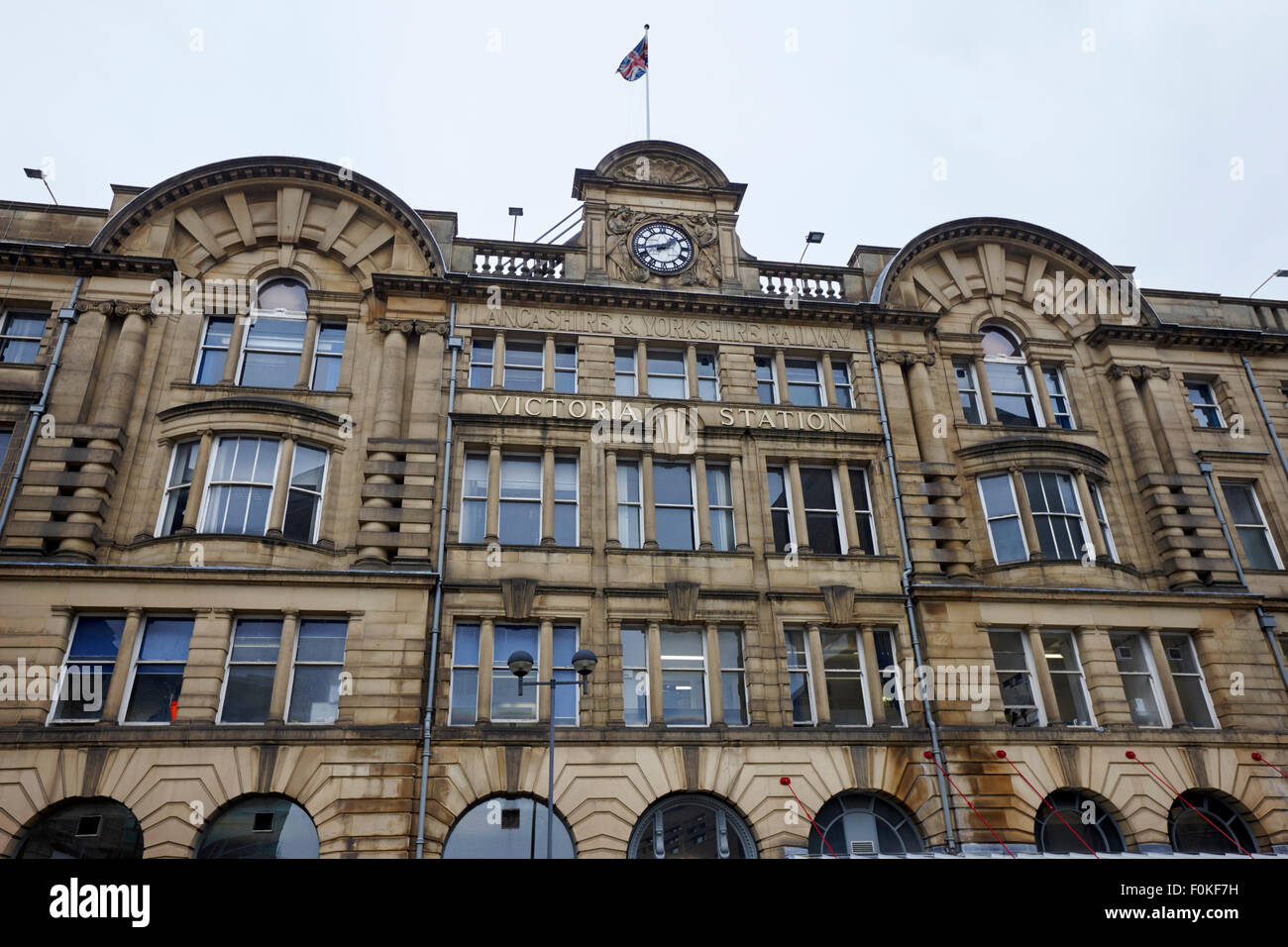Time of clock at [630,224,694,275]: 1:43
